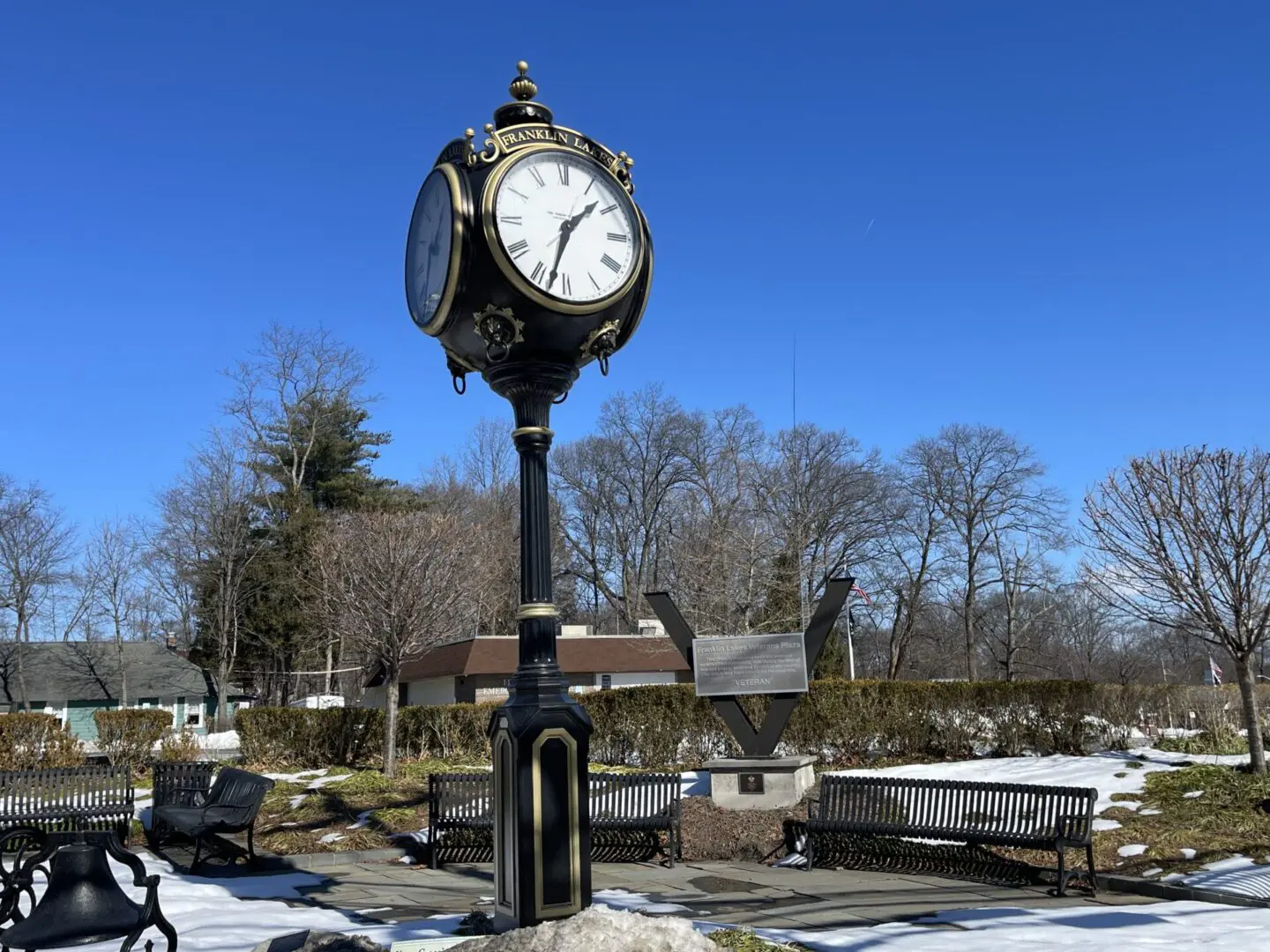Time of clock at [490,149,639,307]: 1:32
